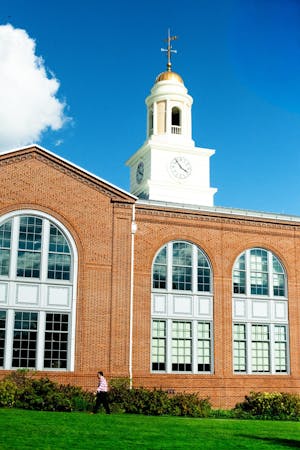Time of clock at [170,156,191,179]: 3:54
